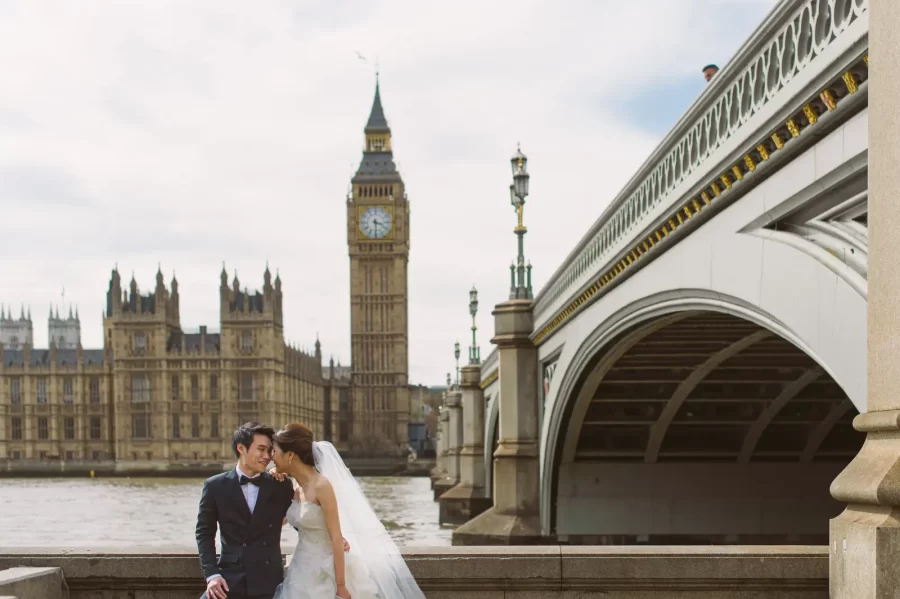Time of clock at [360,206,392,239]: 3:29
